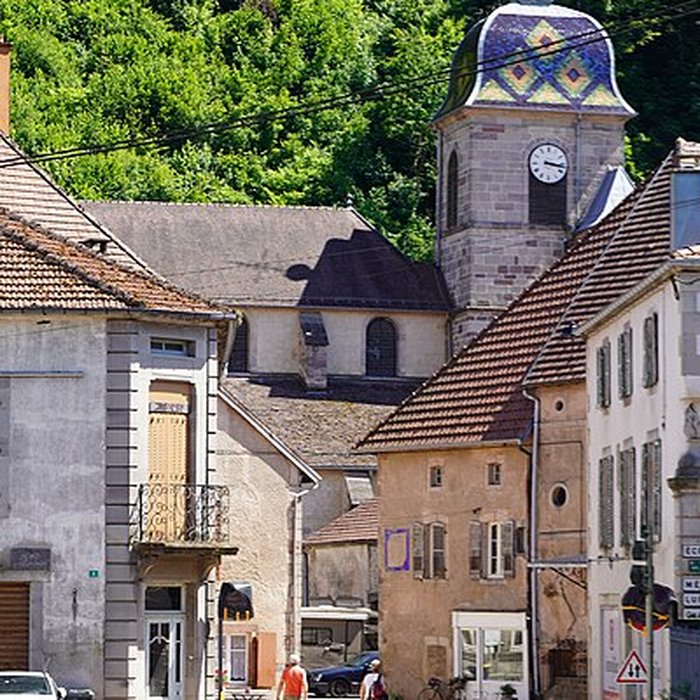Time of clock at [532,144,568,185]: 3:16
